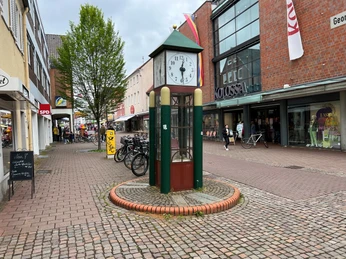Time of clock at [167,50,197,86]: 12:28
